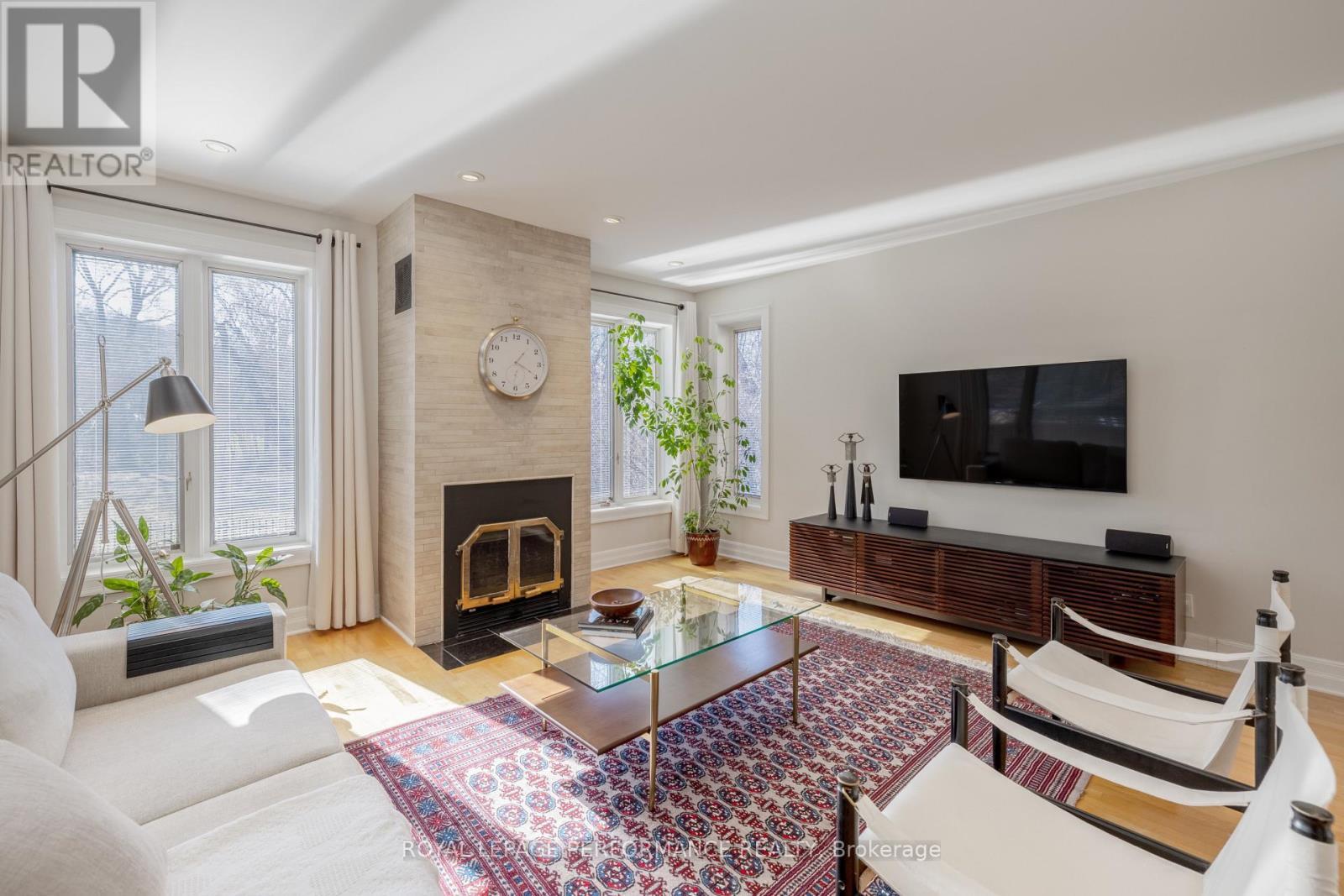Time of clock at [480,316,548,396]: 1:19
